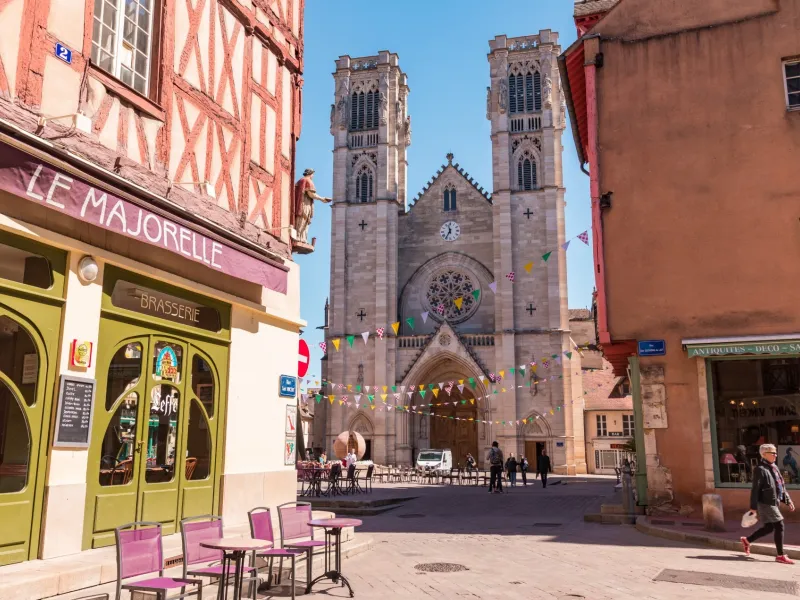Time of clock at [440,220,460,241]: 11:35
